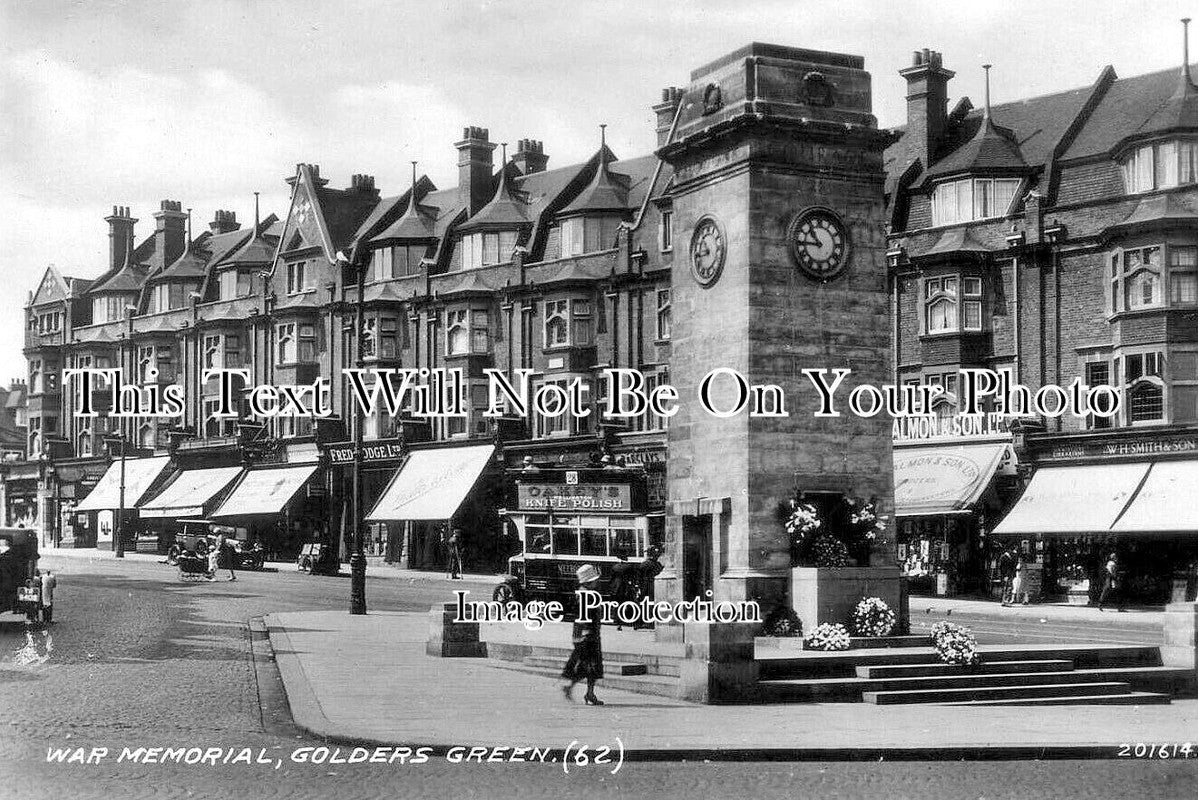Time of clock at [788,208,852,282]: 10:45
